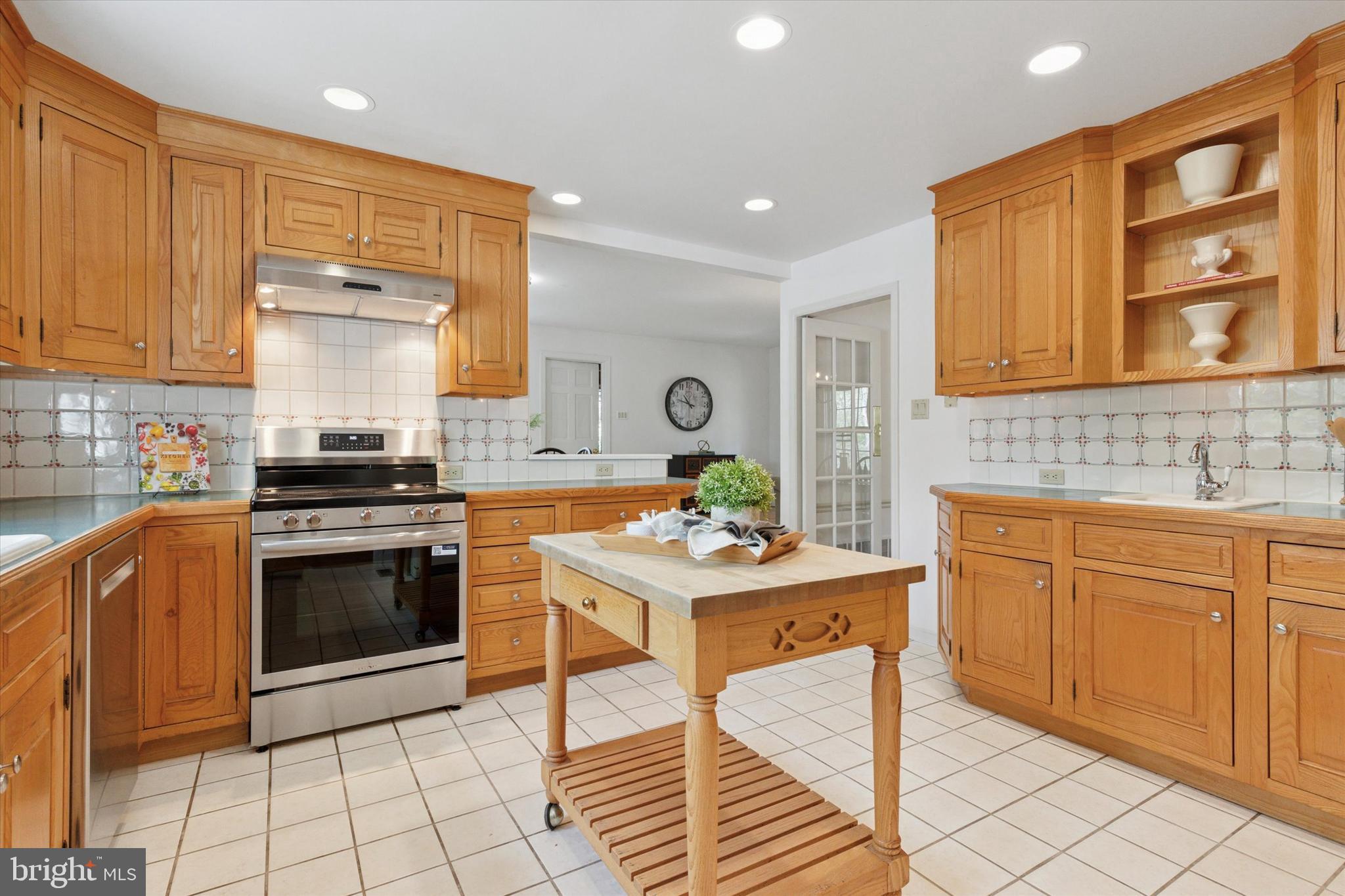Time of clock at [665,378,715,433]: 10:47
